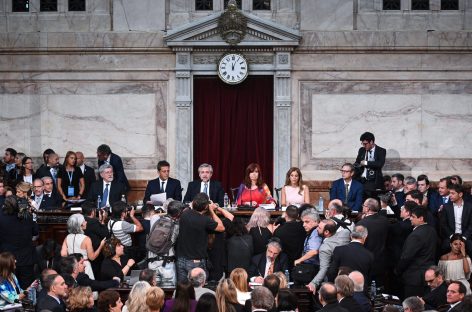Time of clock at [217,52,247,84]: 12:04
